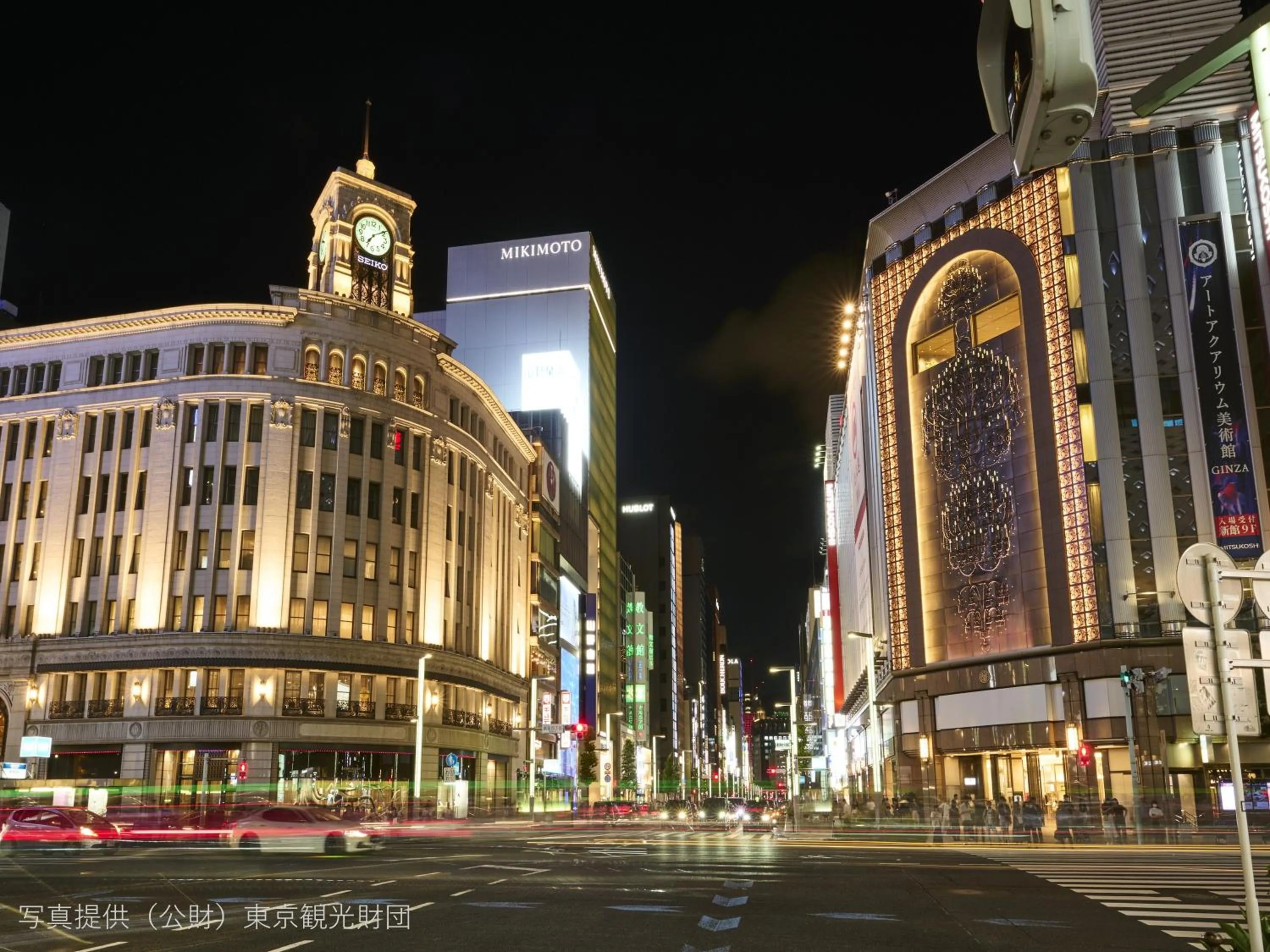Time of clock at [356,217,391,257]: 7:09
